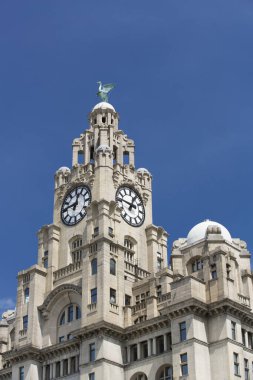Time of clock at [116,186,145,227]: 12:46
